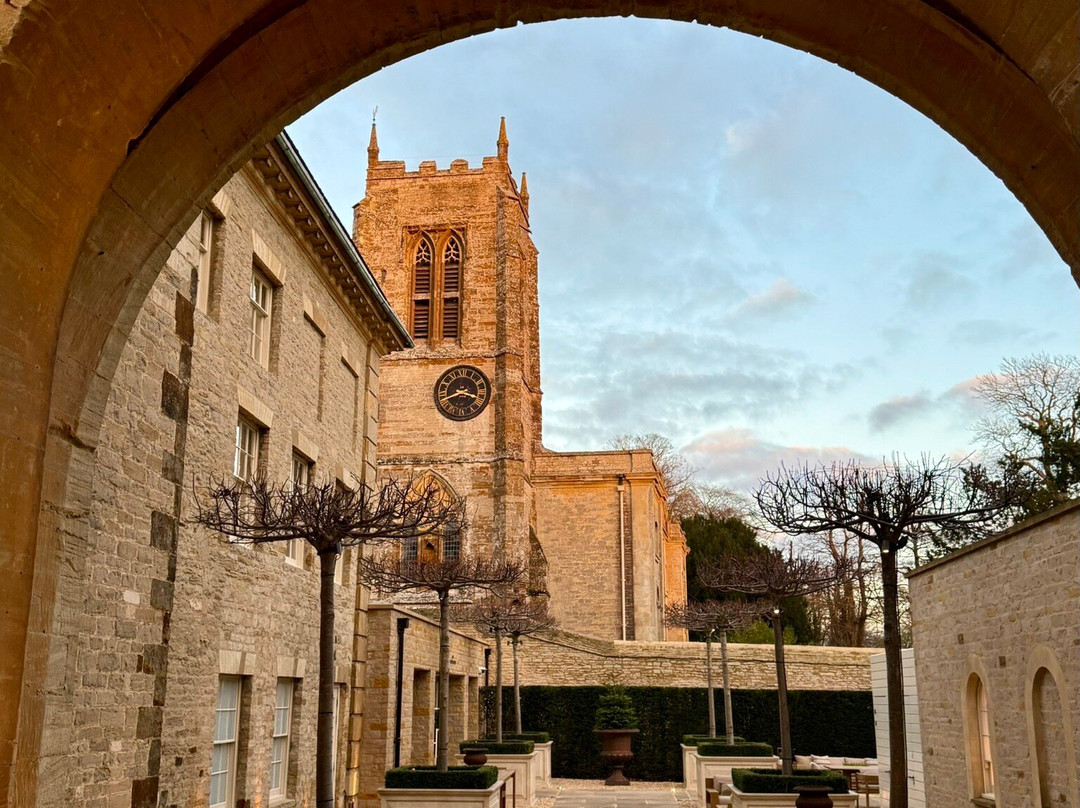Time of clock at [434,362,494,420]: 3:41
